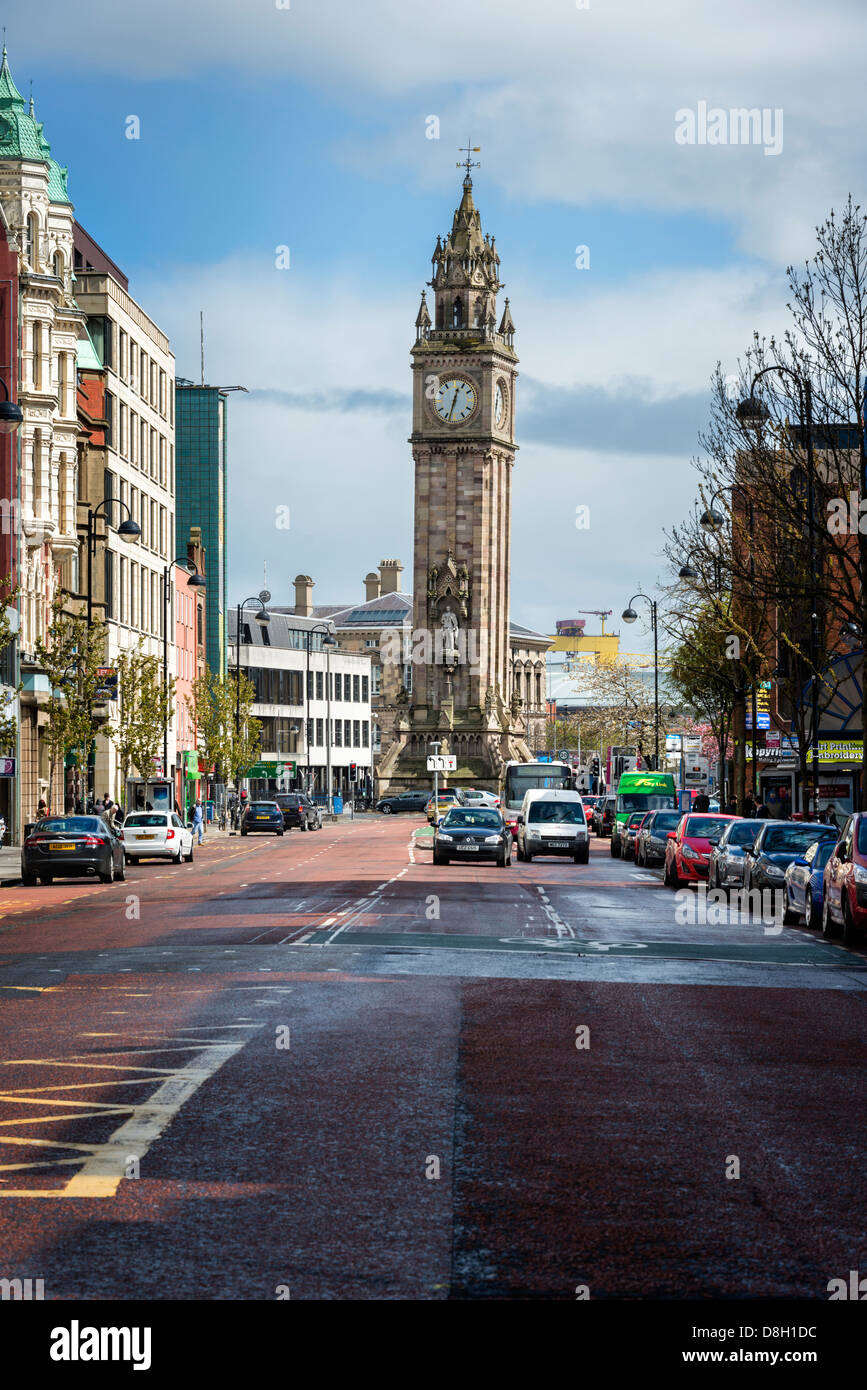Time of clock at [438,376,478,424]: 12:32
